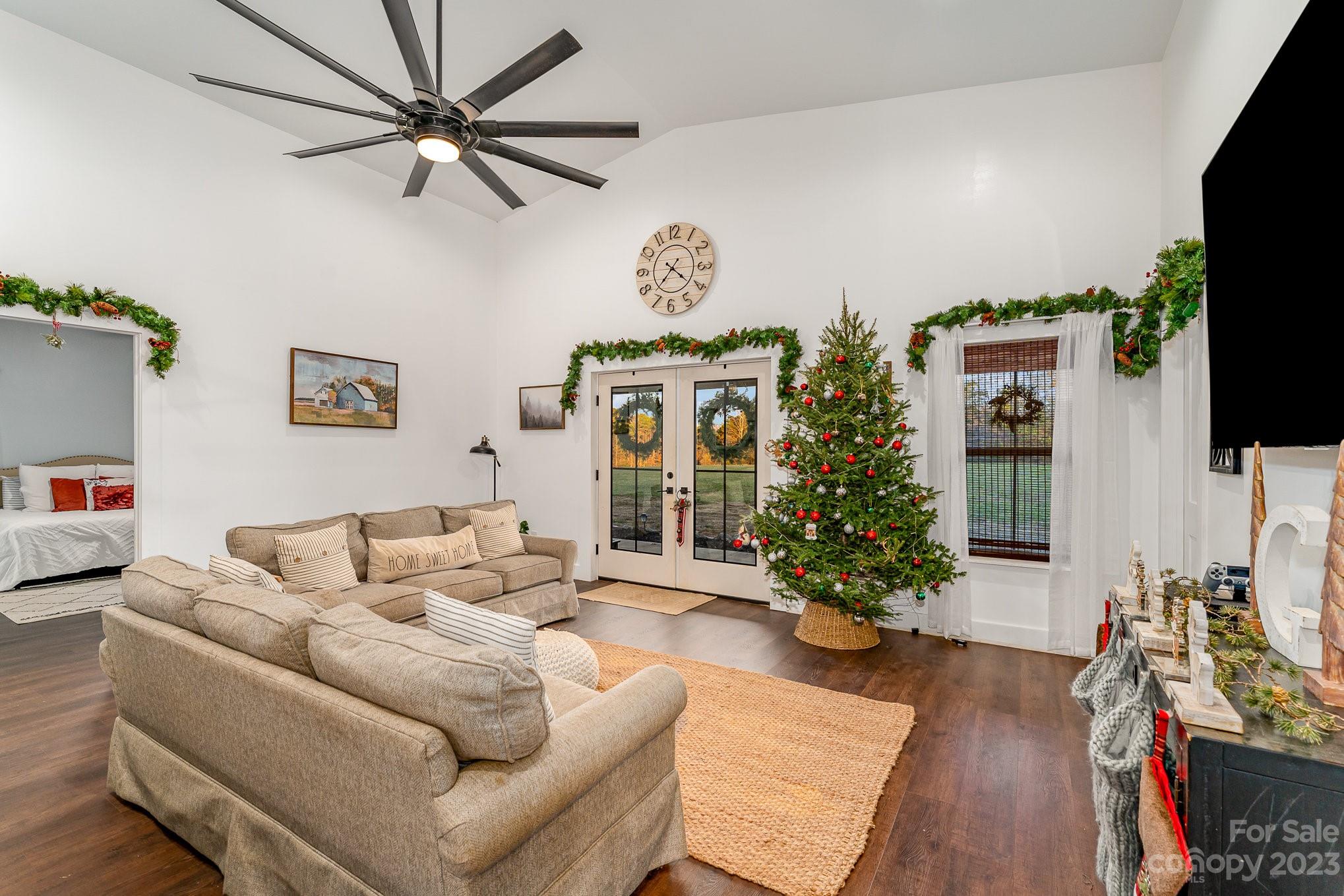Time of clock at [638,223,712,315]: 7:21
